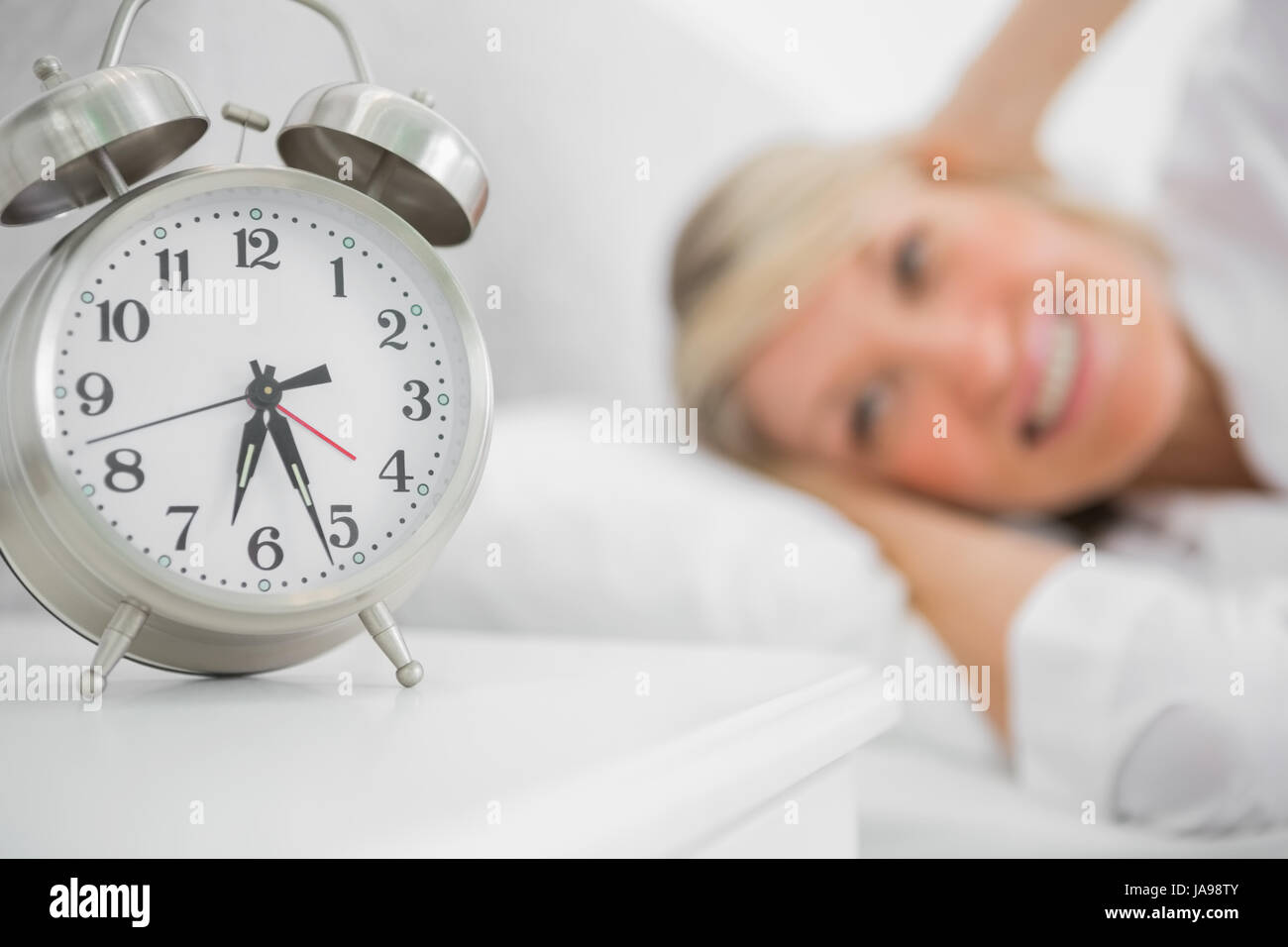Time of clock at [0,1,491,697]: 6:26
